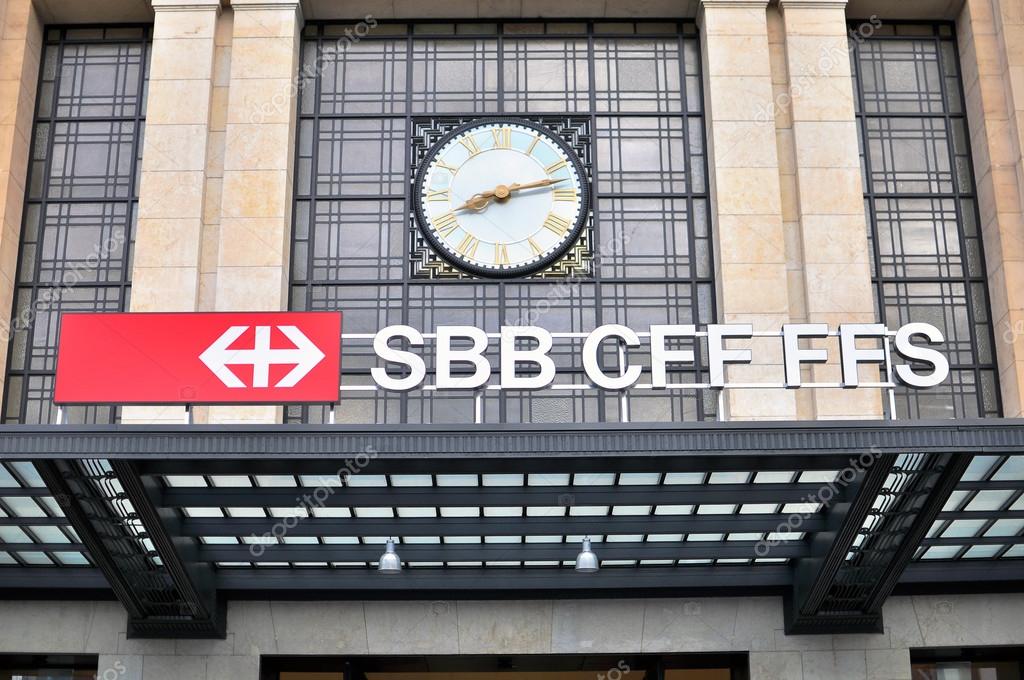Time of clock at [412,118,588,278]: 8:12
